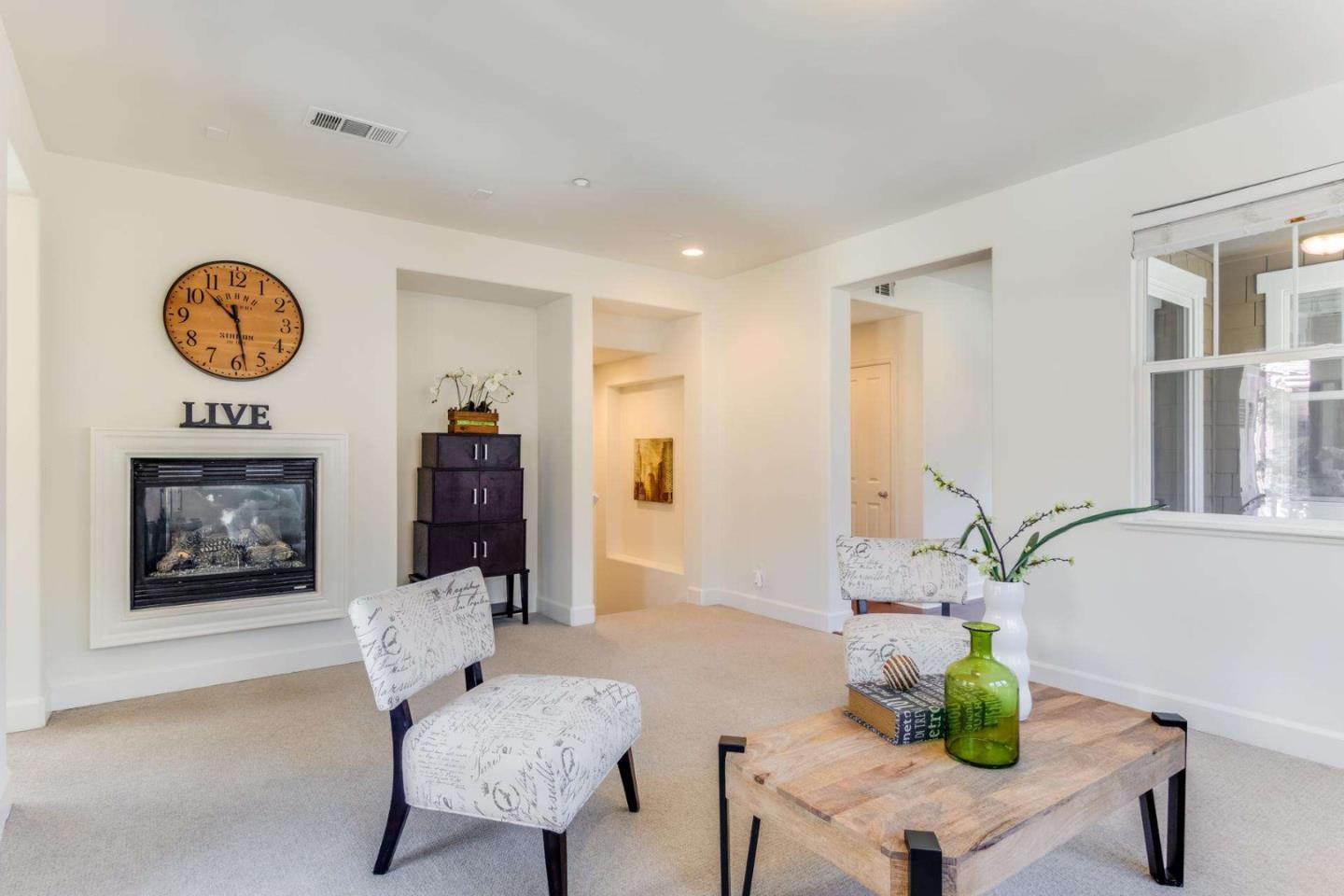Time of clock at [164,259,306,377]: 10:28
